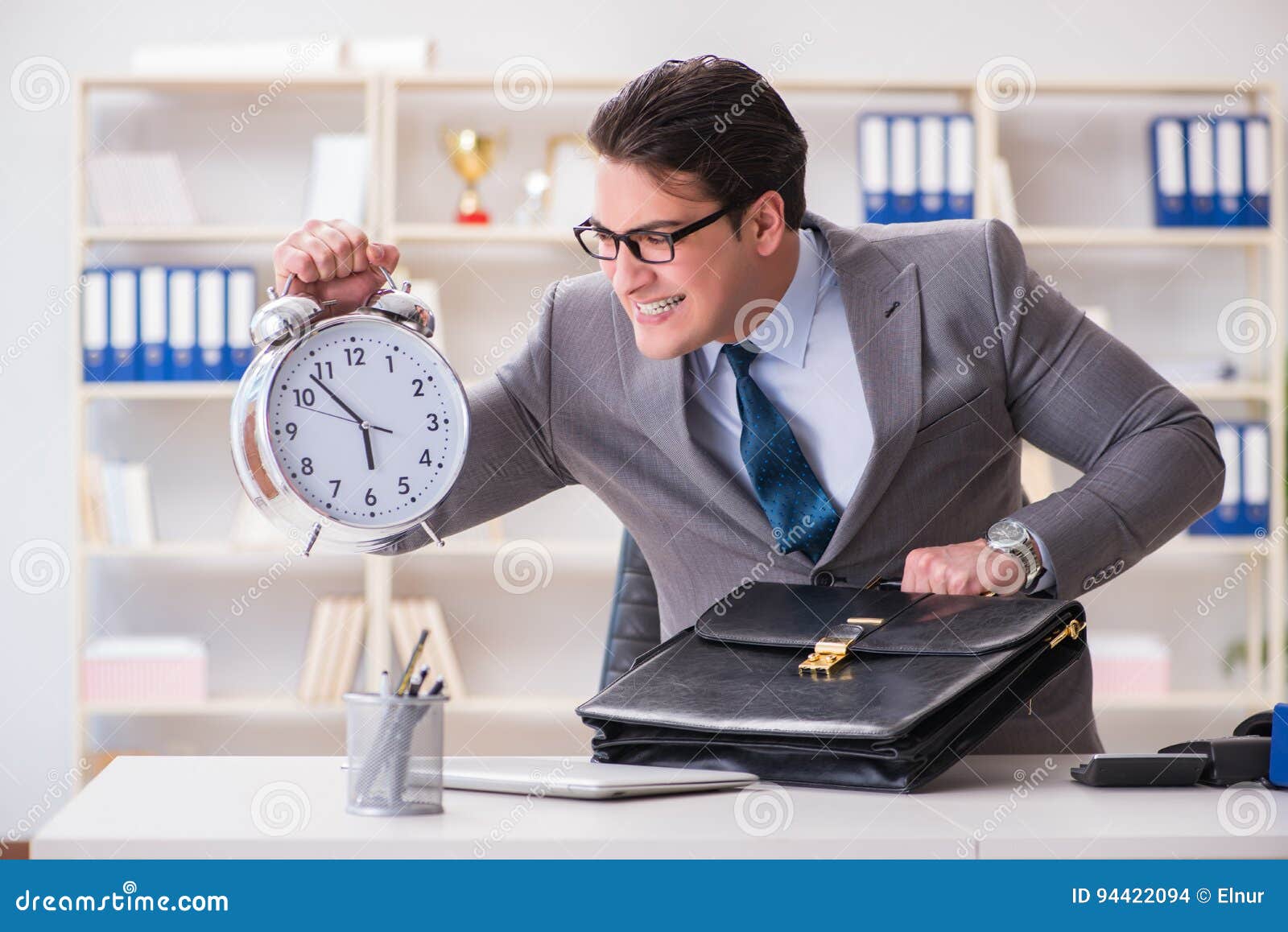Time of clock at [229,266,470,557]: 5:53
